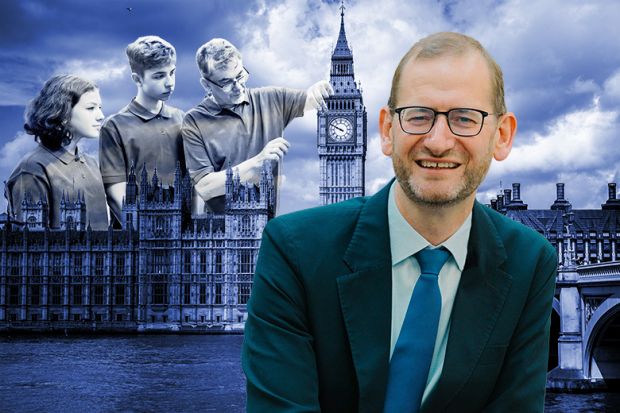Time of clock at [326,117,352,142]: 9:49
